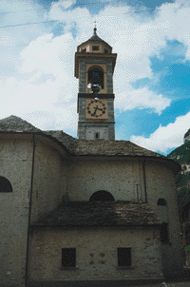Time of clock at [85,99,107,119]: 3:33
